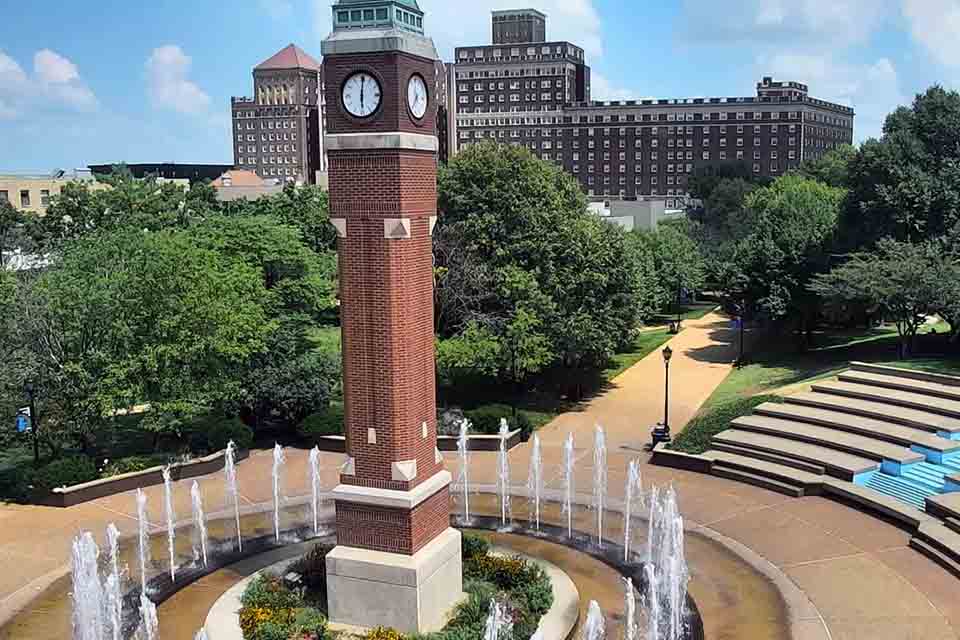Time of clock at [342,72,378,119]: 6:00
